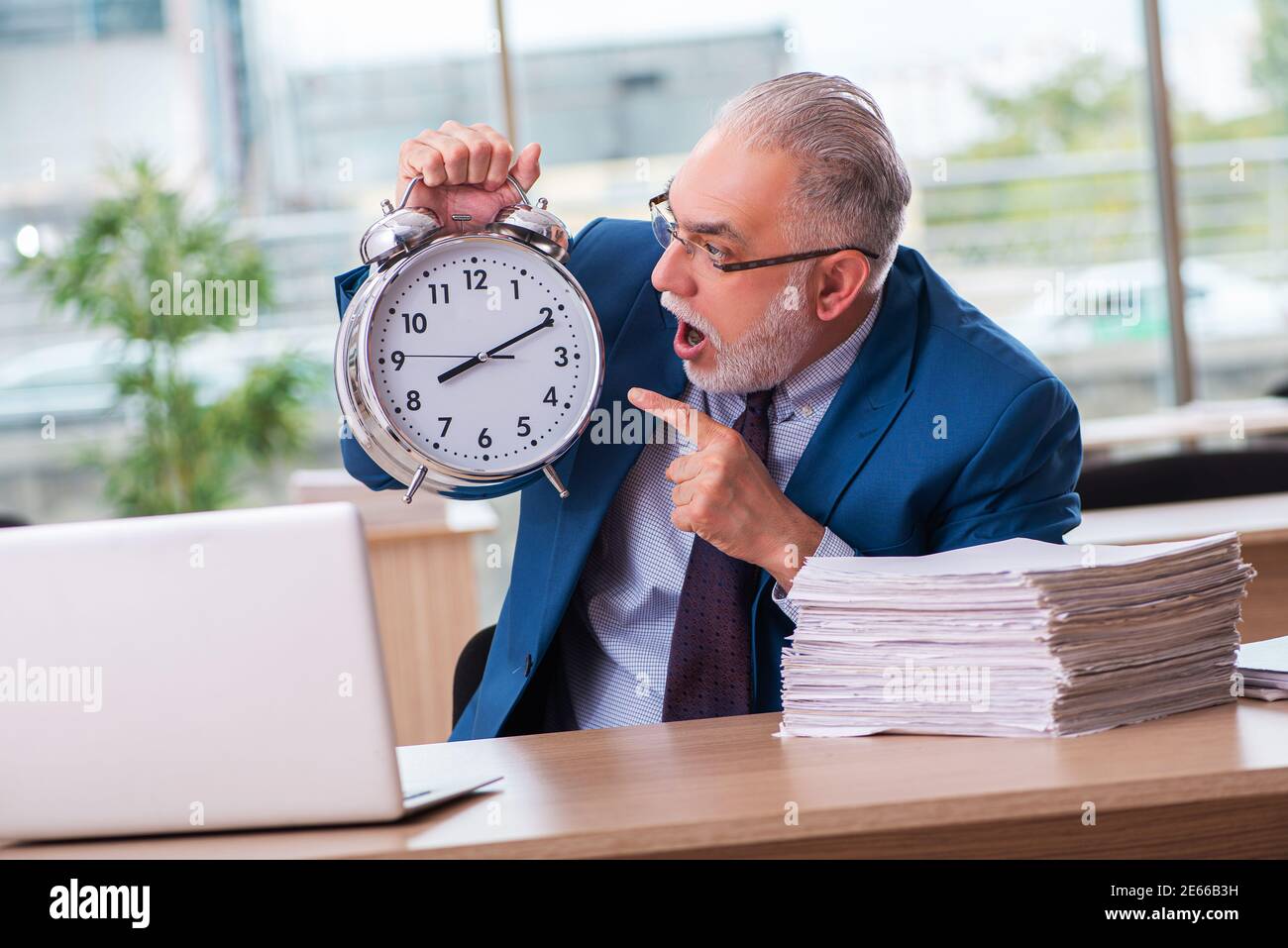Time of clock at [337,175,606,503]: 8:10
